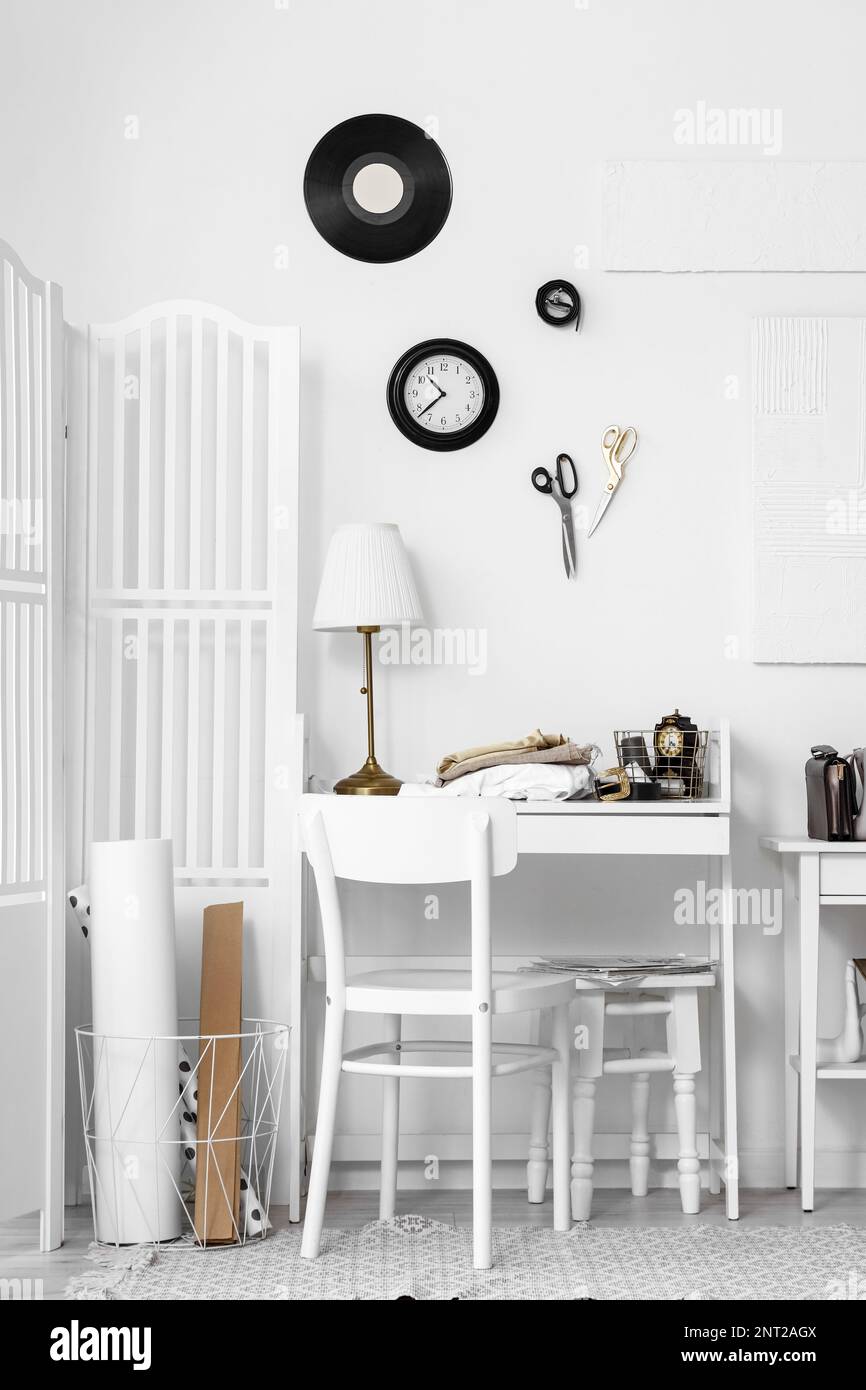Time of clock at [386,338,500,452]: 10:37
